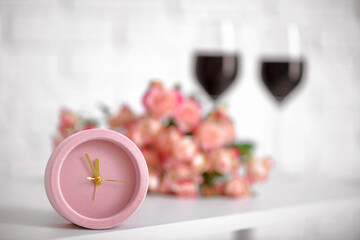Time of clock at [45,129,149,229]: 11:55
